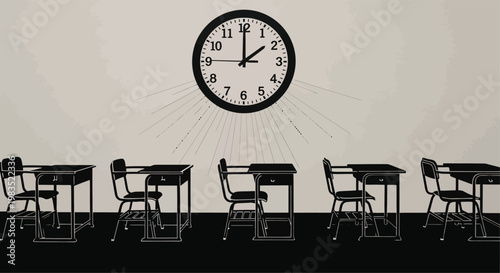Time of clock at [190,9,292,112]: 2:00
